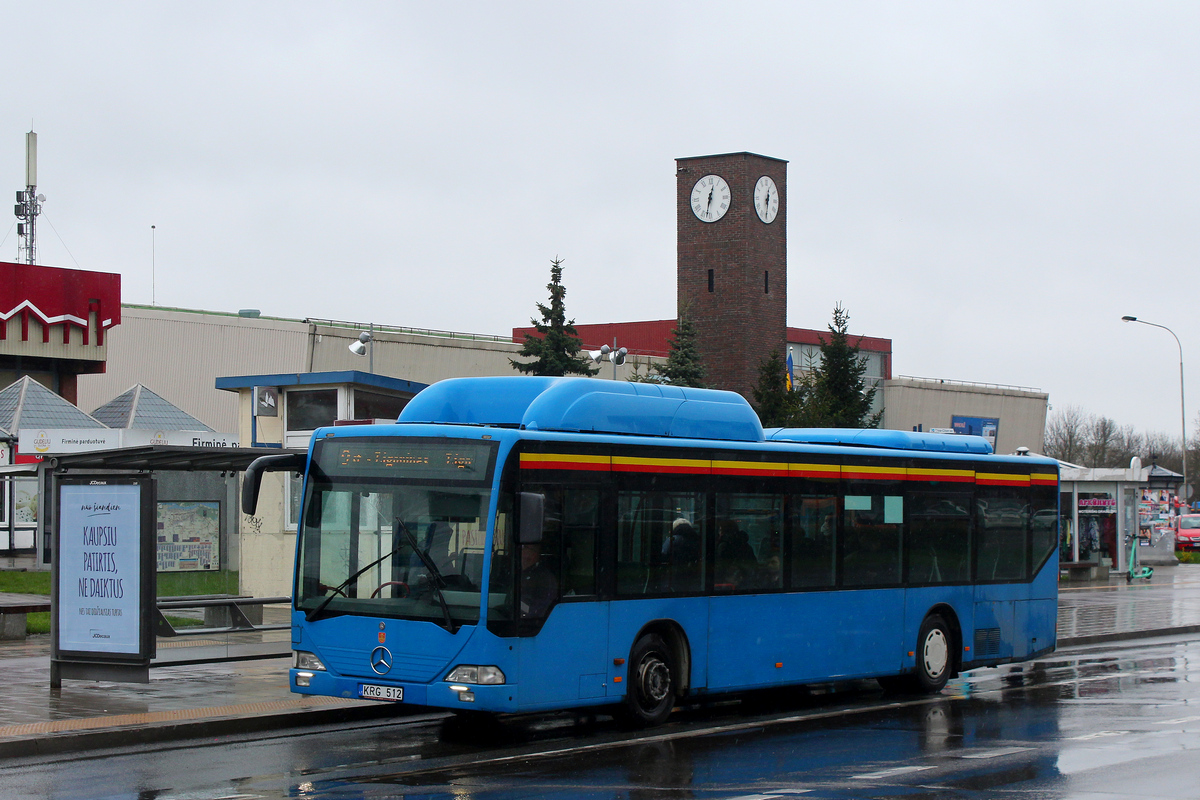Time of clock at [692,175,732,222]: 12:32
